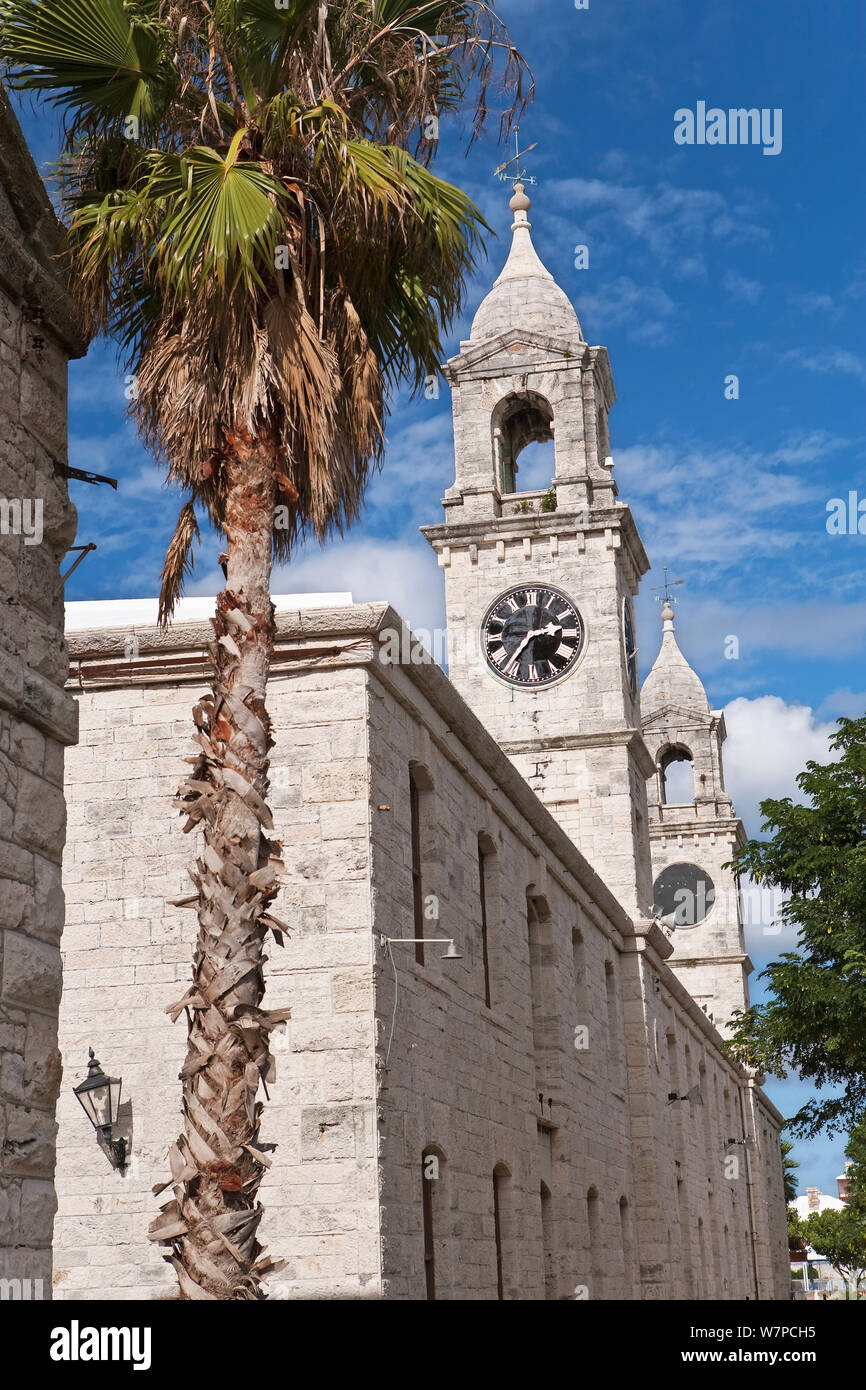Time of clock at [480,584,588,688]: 2:36
